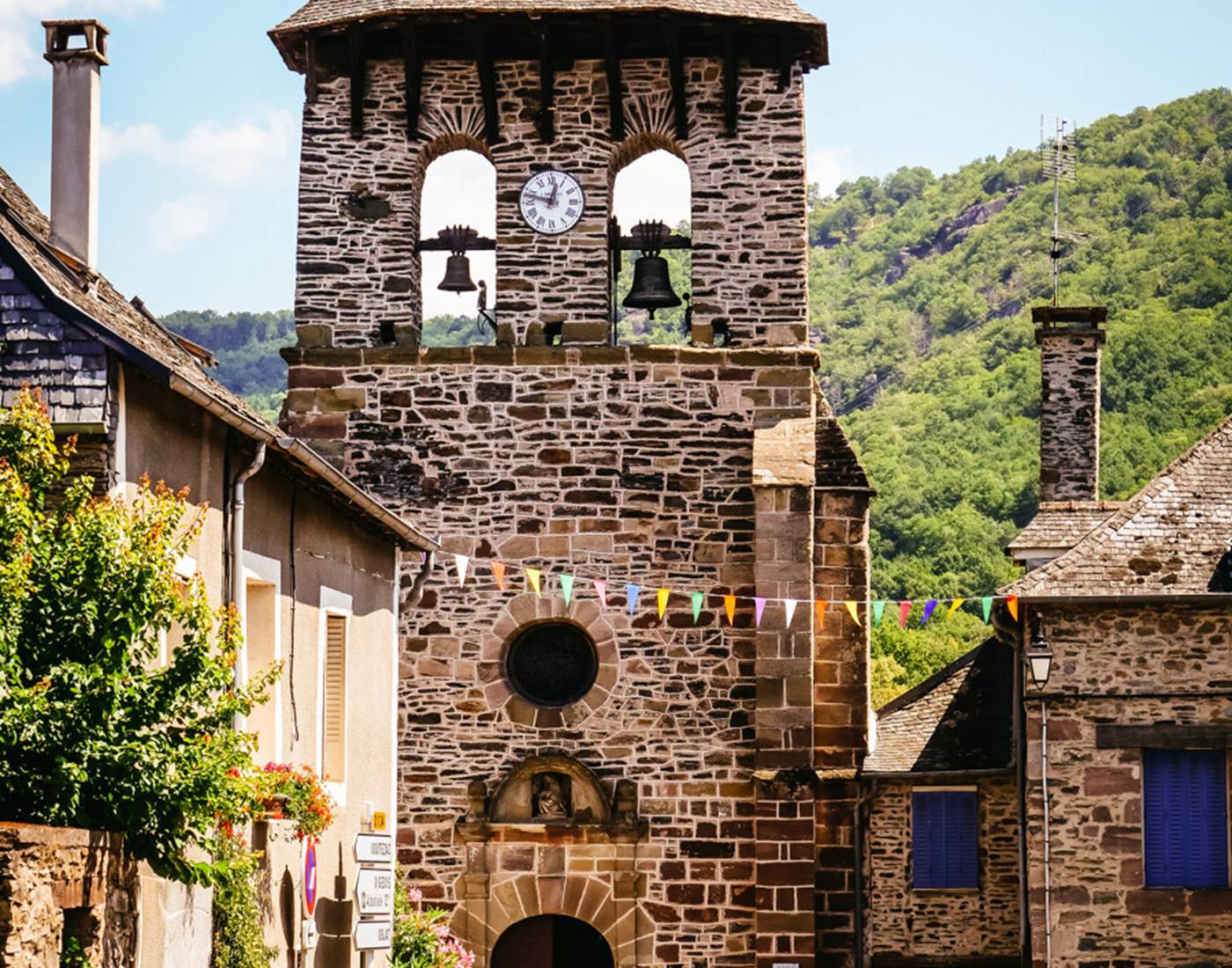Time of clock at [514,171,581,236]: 12:47
